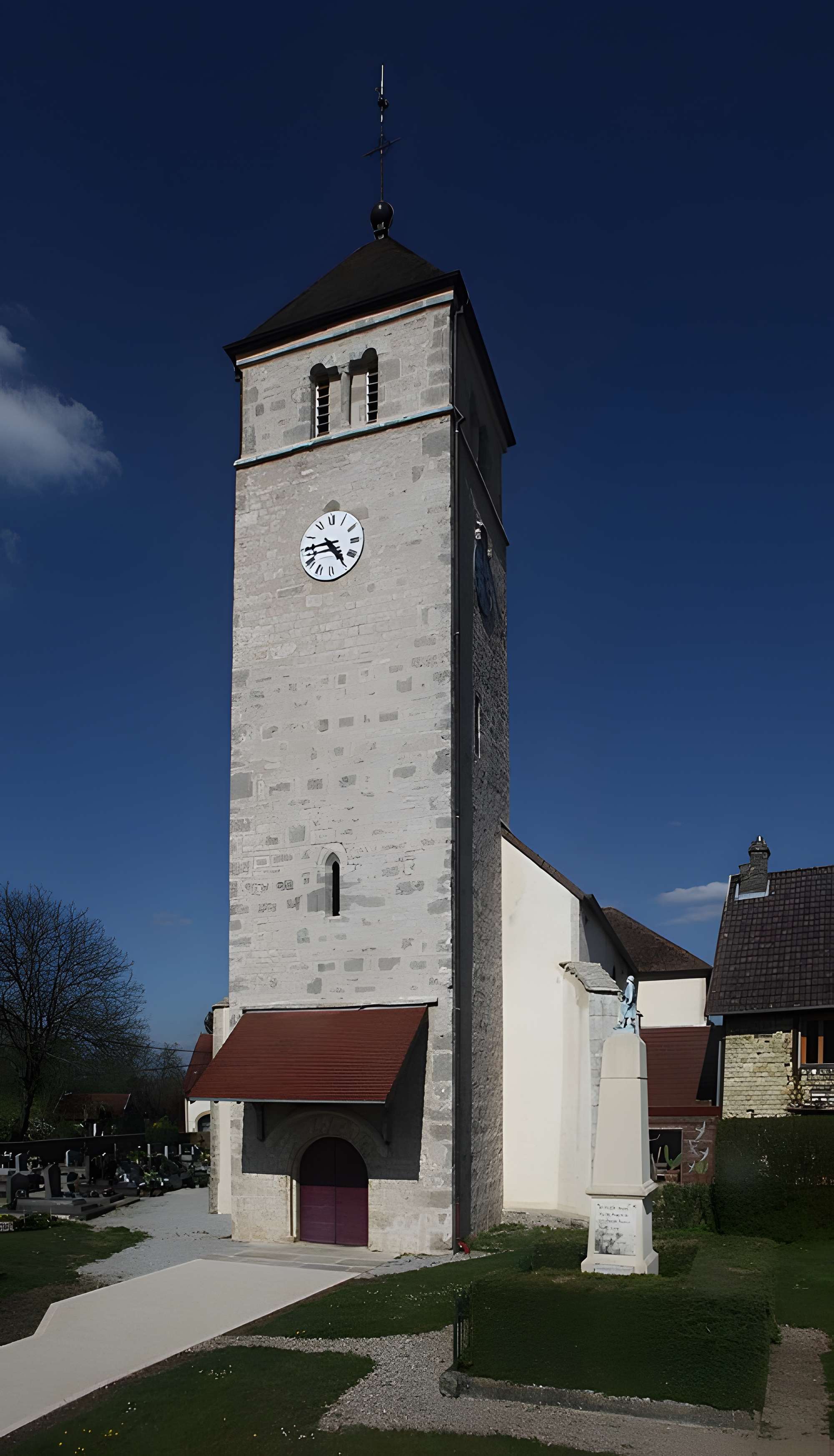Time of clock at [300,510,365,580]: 4:44
